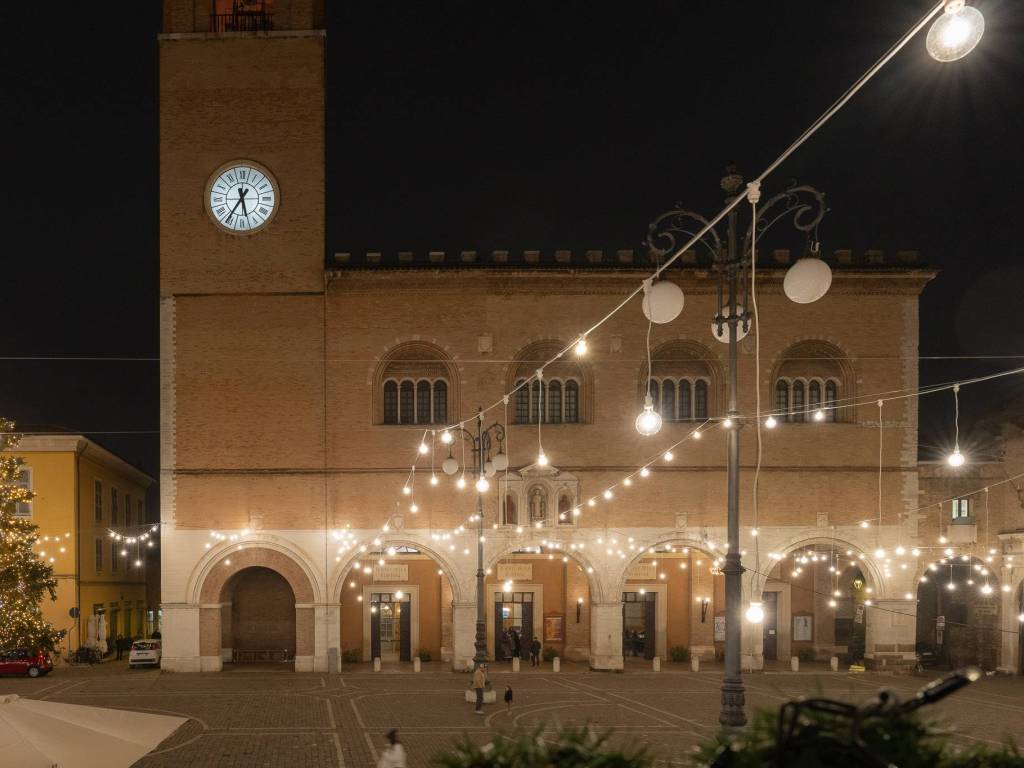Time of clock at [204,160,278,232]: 5:35
